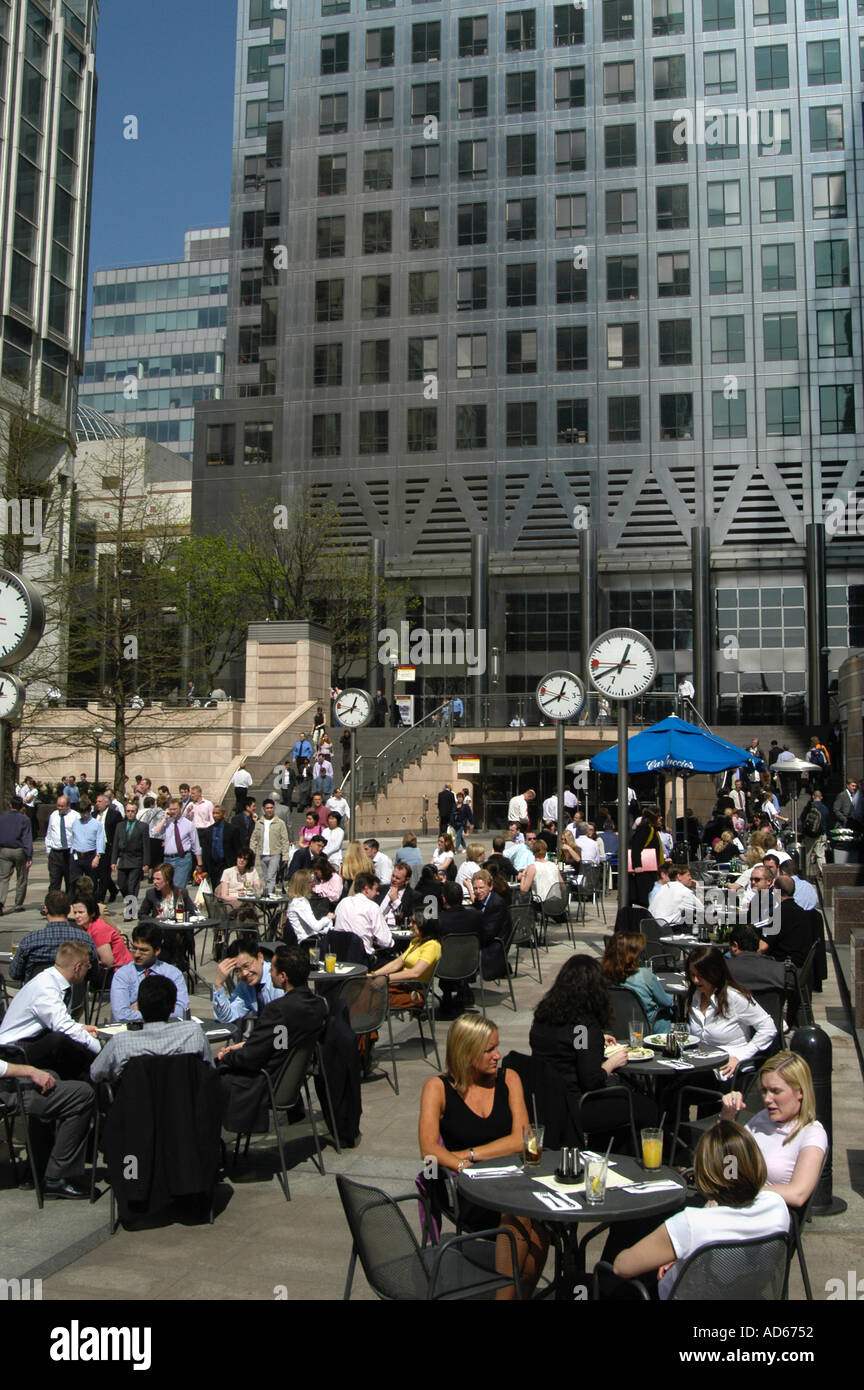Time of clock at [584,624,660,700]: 12:40
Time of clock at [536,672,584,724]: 12:40
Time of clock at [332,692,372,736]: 12:40
